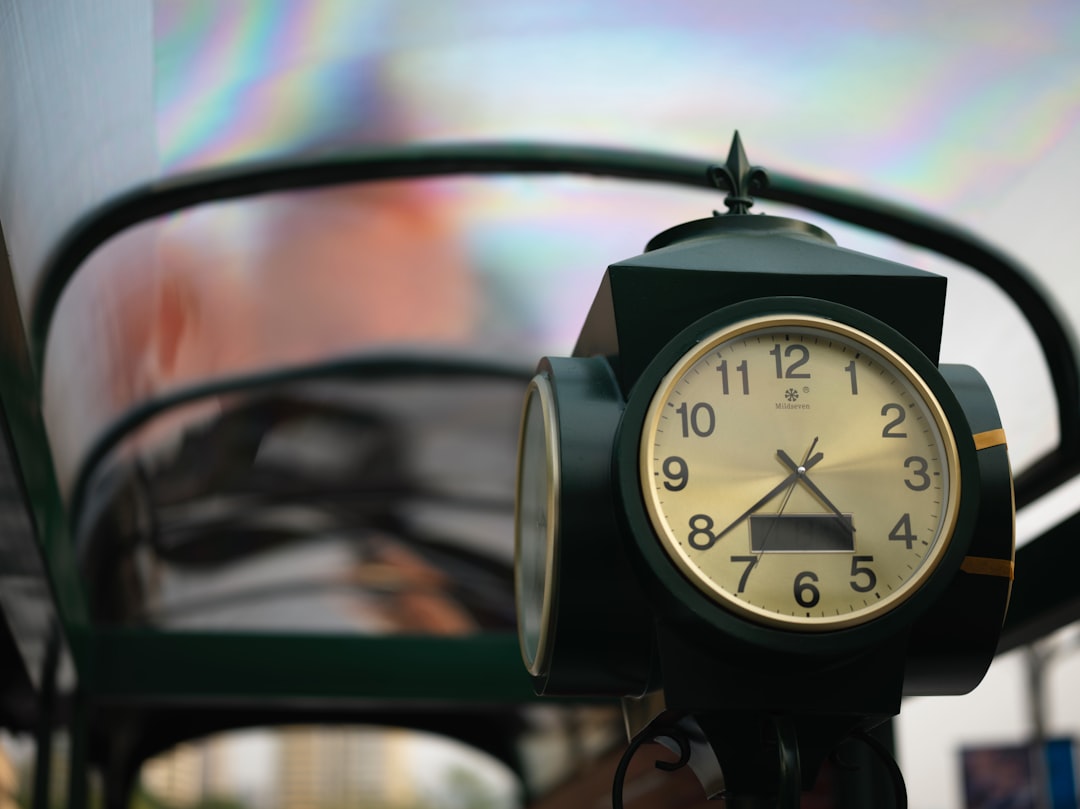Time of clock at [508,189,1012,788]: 4:38
